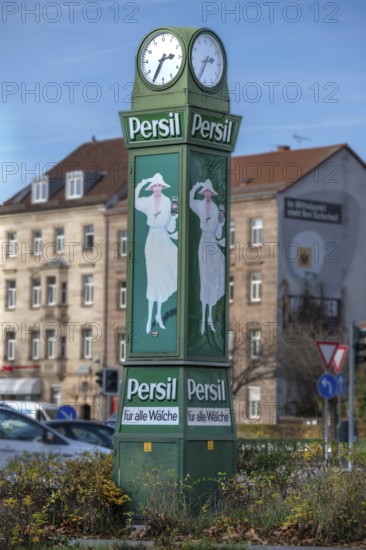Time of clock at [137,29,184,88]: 2:35
